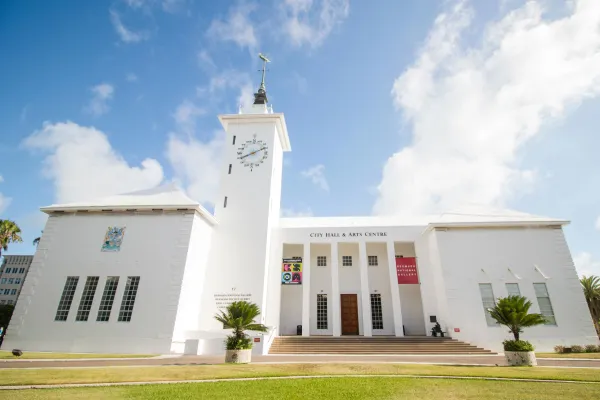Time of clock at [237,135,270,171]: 8:11
